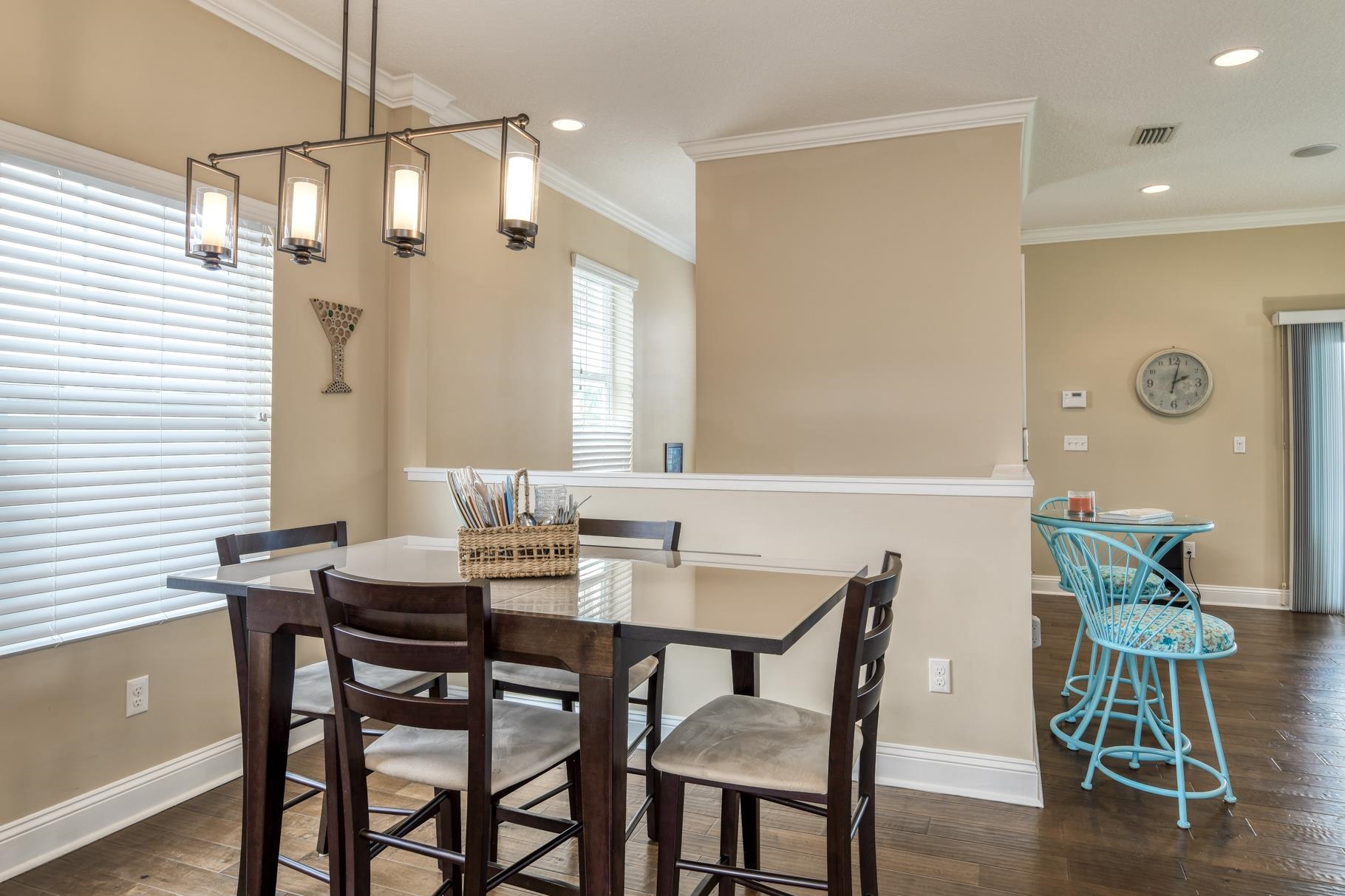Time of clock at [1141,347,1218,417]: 2:02
